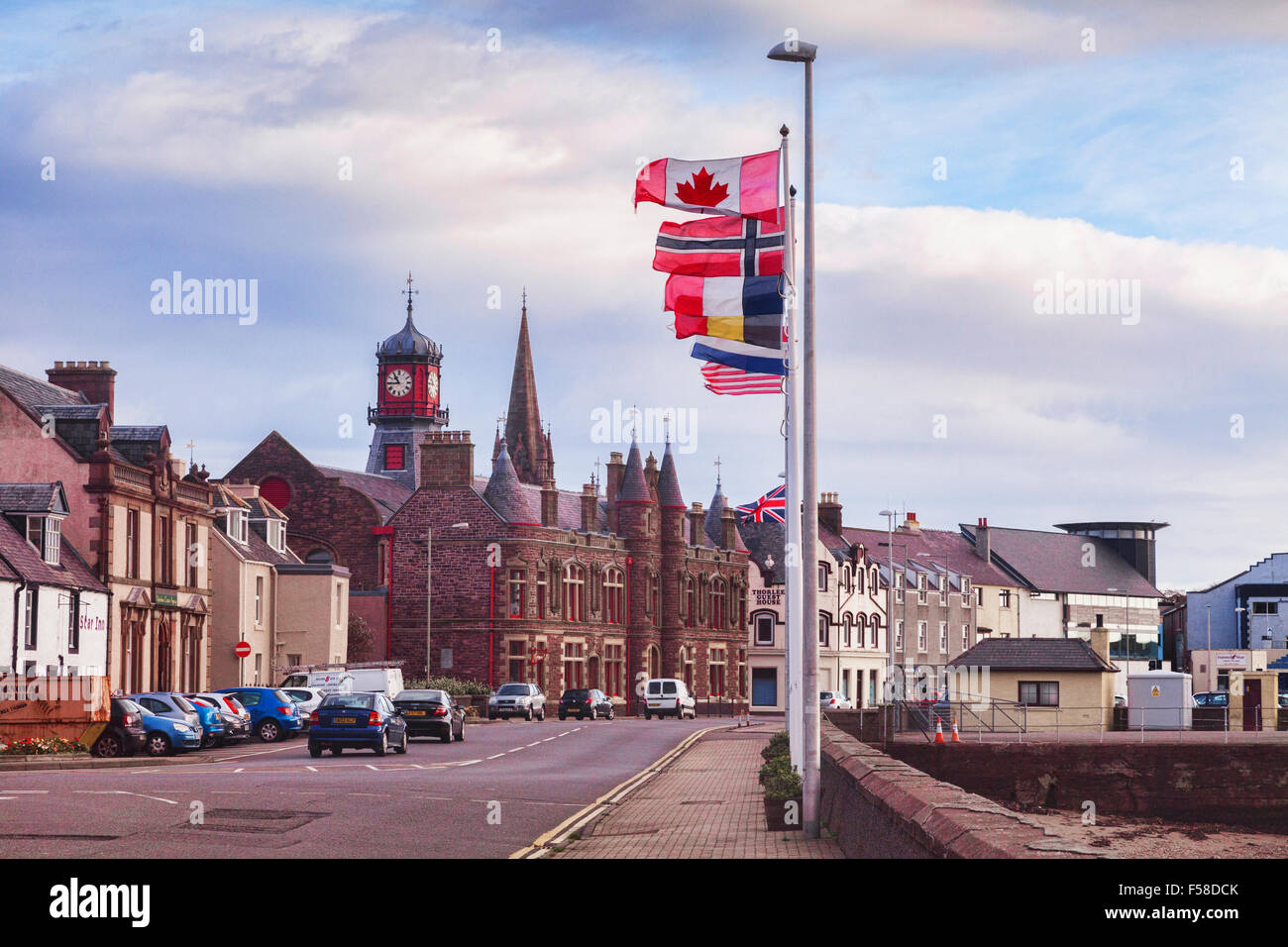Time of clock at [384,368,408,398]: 10:44
